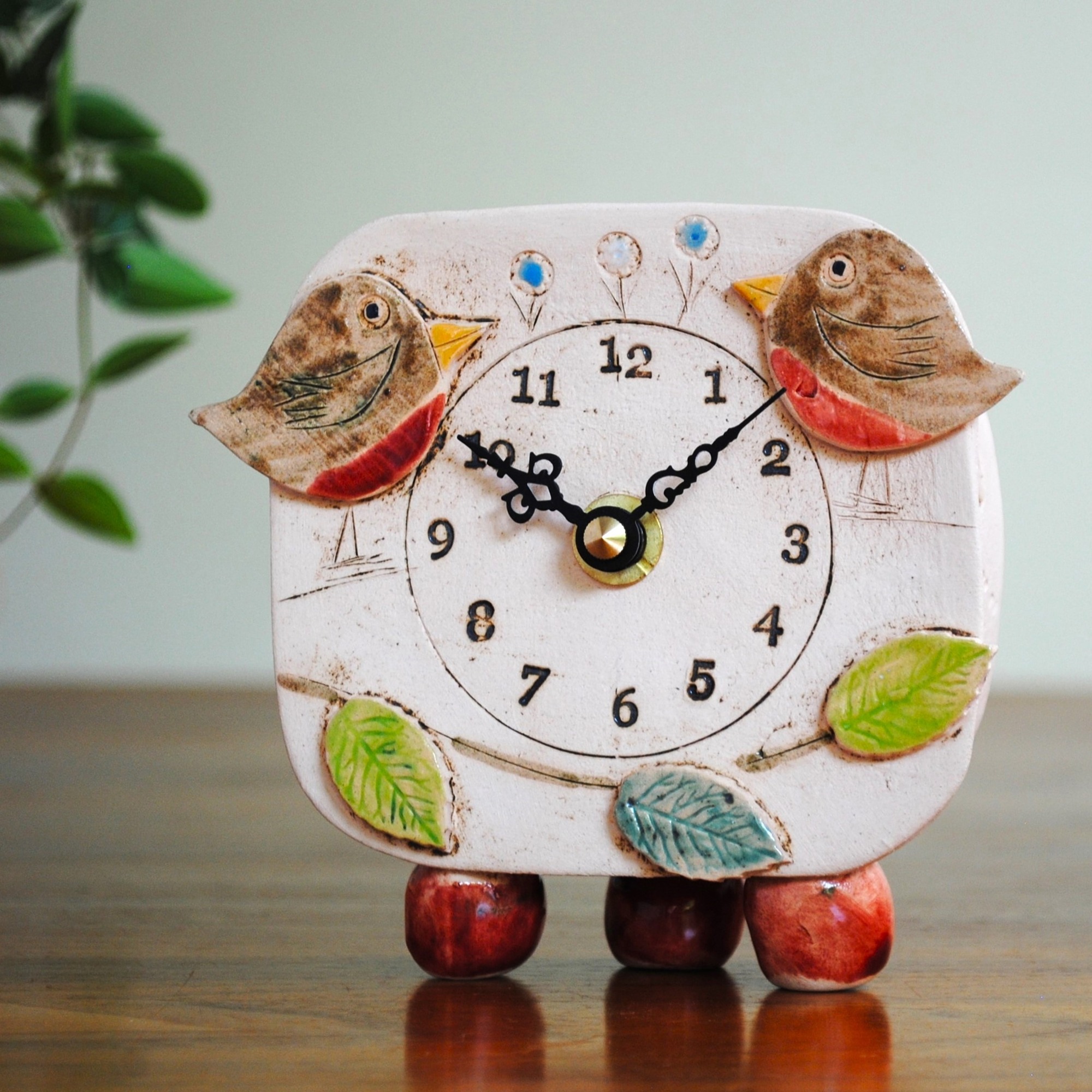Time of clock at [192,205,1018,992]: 10:07
